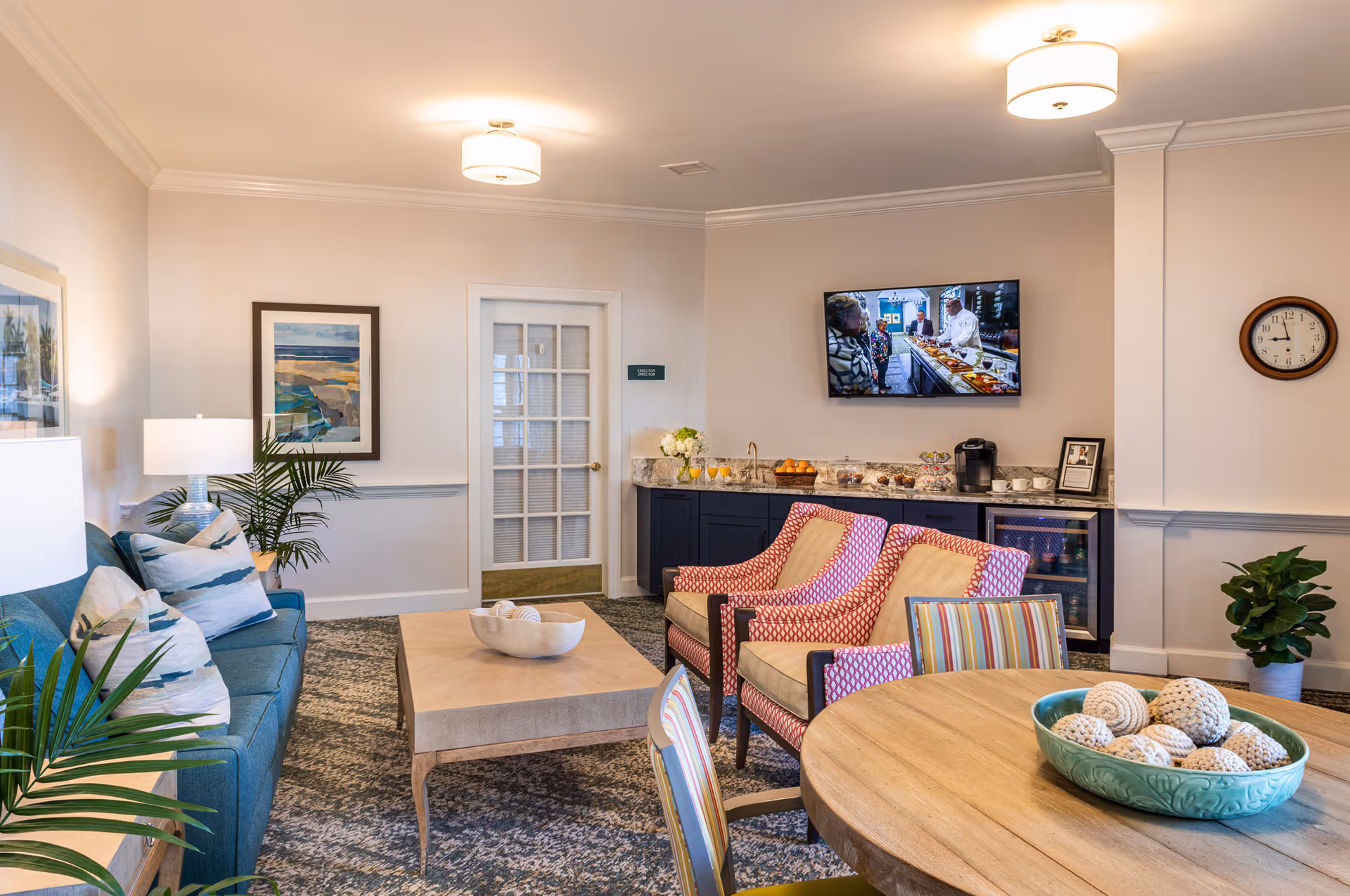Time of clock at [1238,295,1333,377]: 8:57
